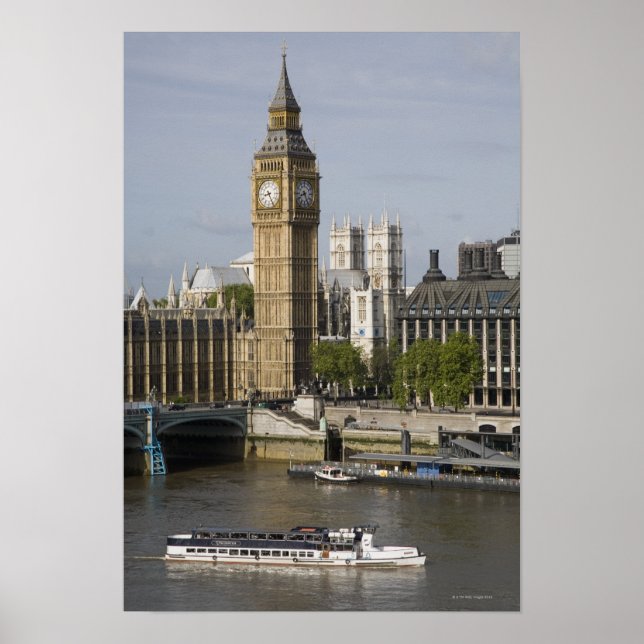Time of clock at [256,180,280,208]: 8:25
